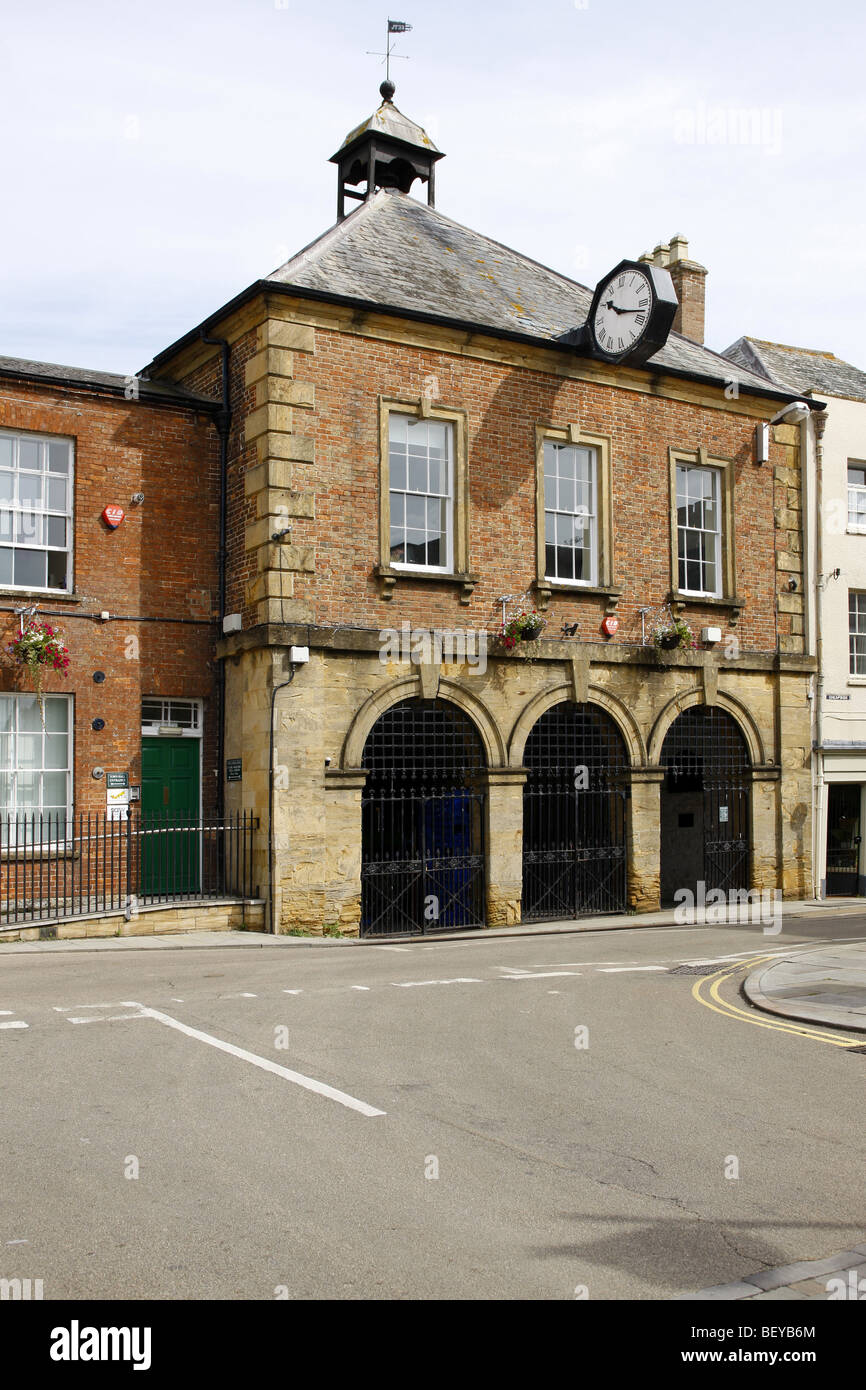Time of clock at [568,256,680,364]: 10:17
